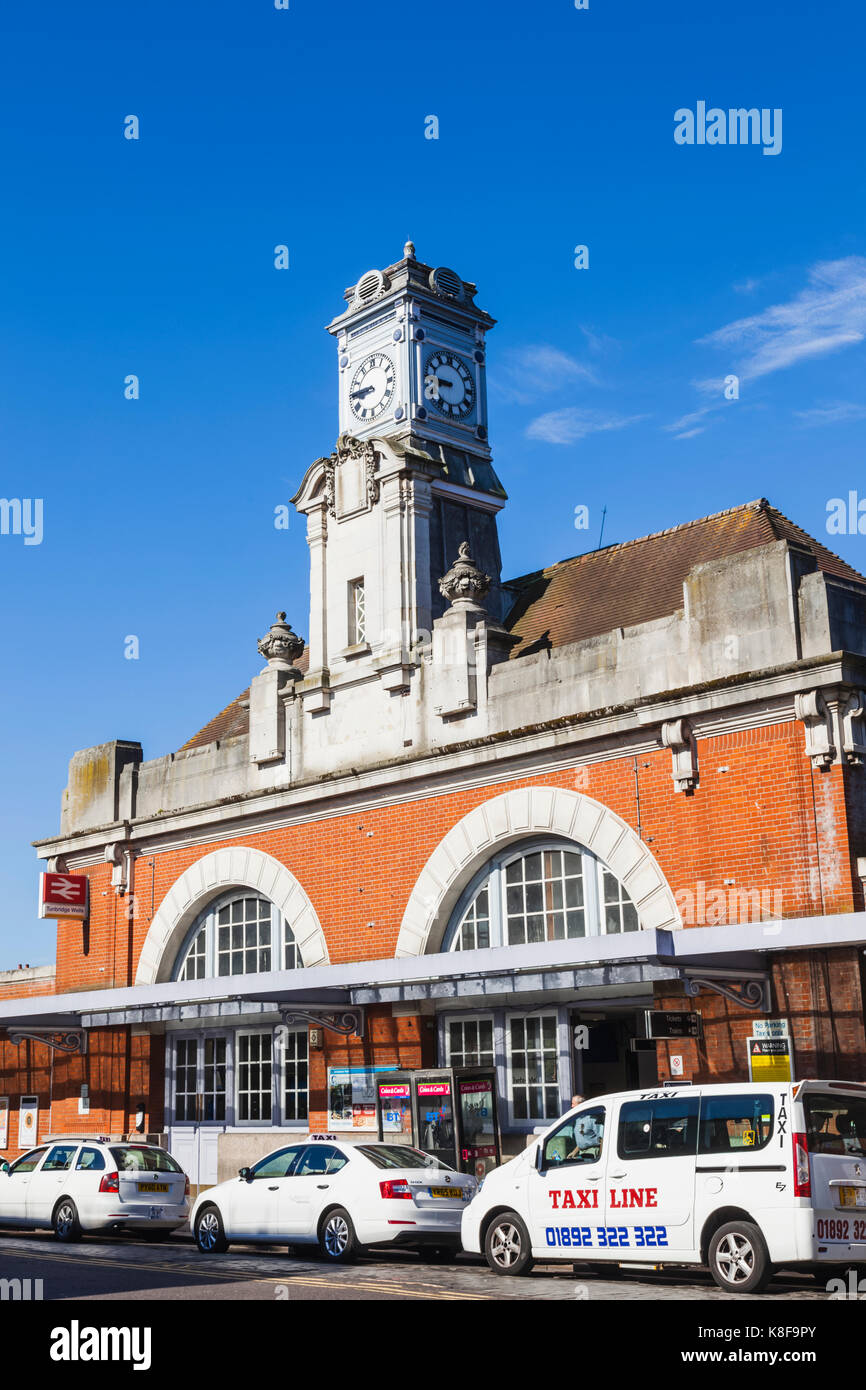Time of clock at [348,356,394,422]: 8:45
